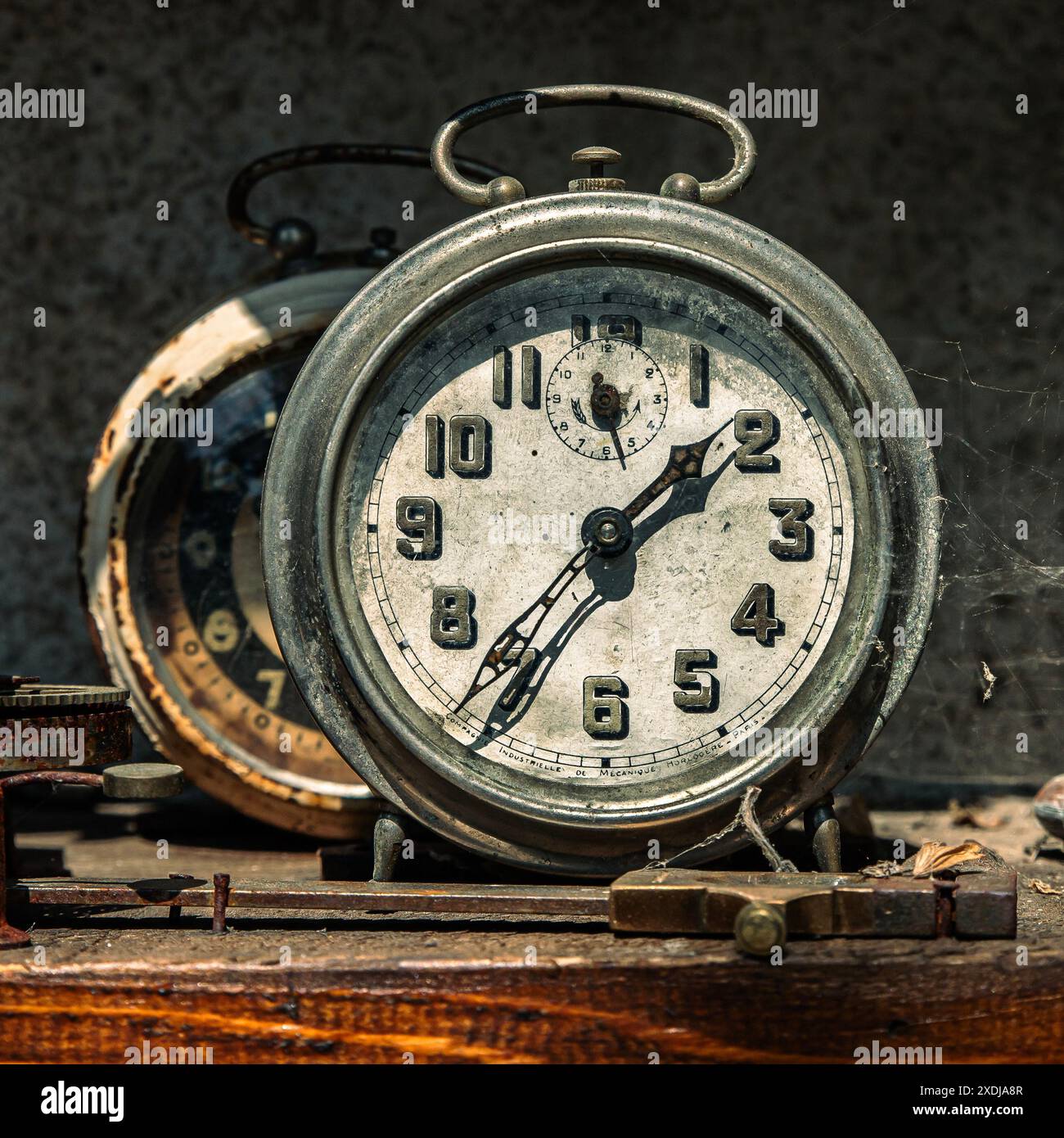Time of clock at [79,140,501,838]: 1:36
